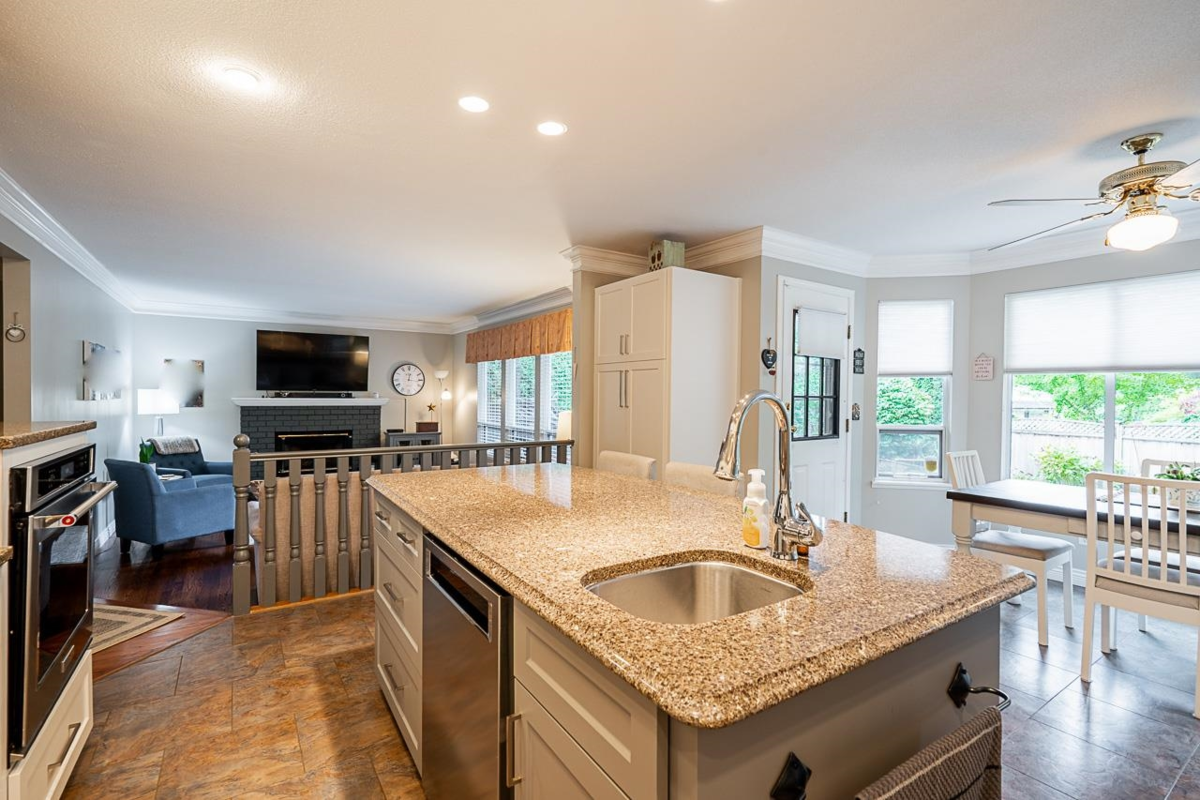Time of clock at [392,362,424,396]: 12:16
